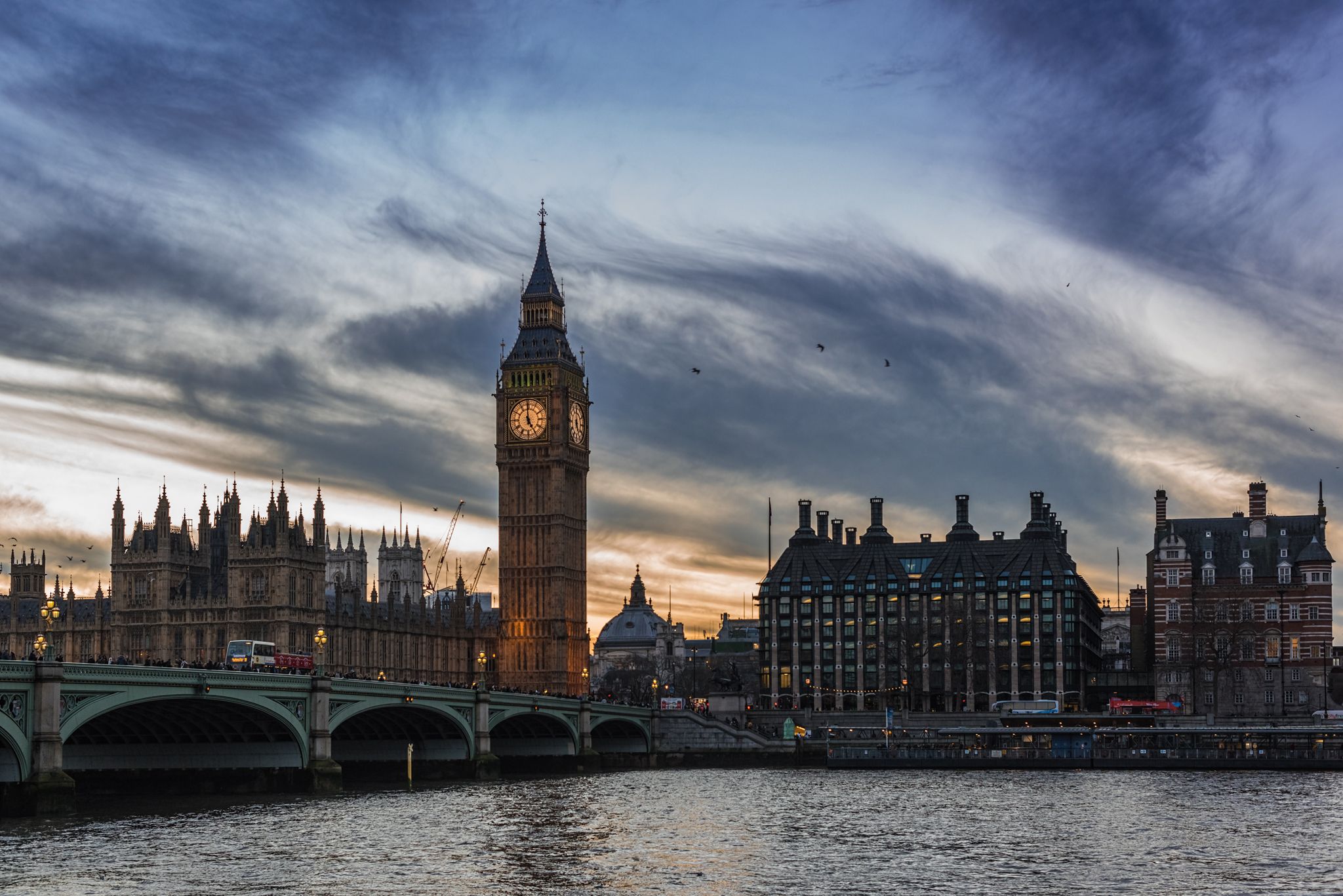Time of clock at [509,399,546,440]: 4:59
